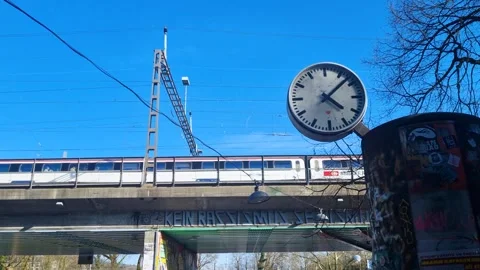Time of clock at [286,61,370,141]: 4:07
